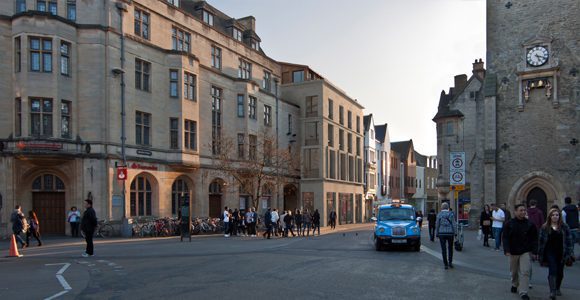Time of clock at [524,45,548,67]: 5:18
